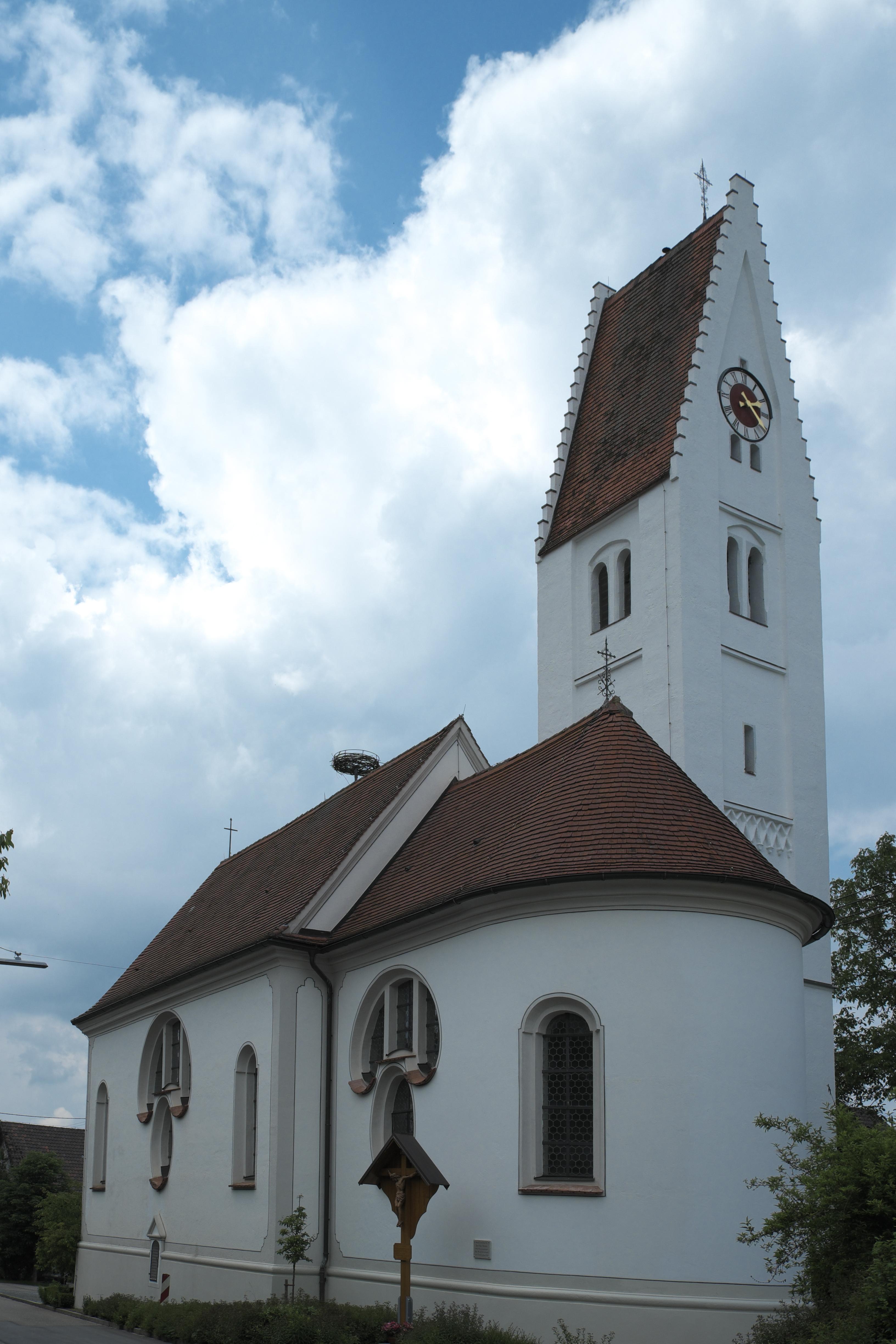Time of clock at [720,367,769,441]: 2:21
